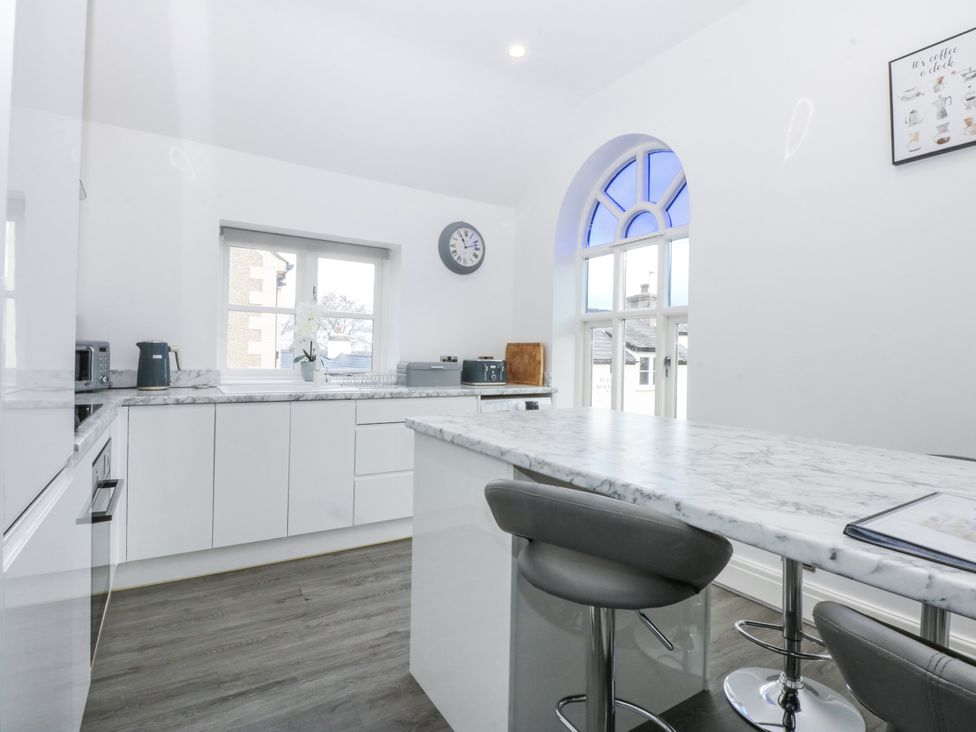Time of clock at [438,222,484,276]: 11:12
